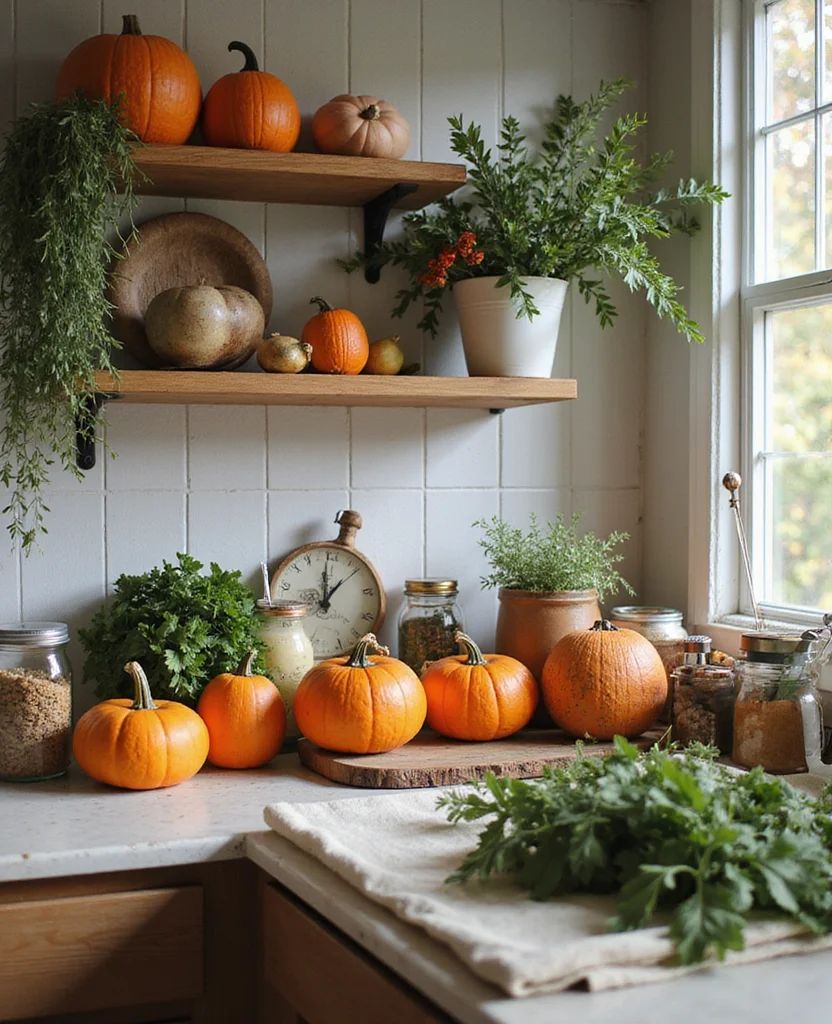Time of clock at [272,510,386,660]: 12:58
